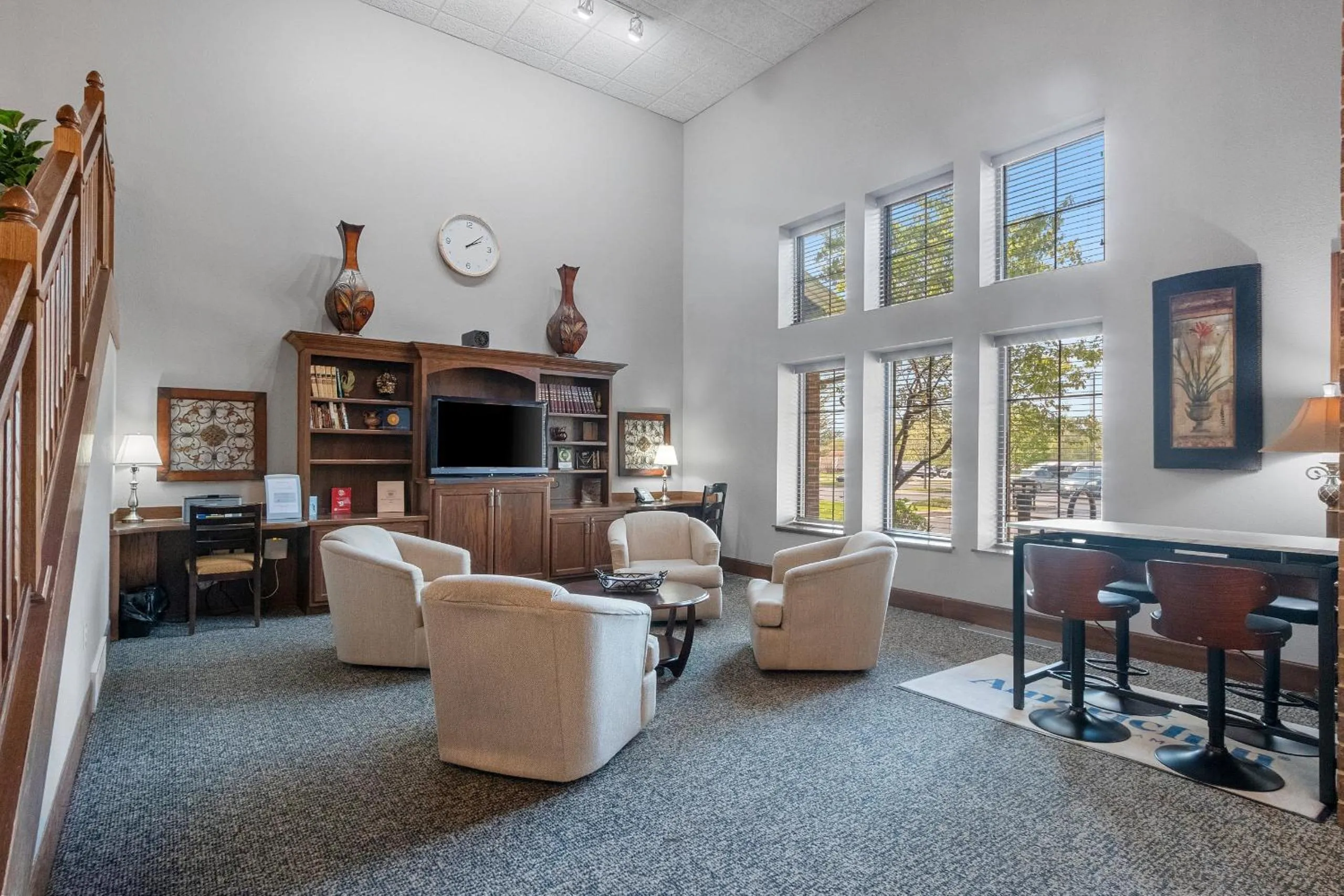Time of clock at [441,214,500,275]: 2:08
